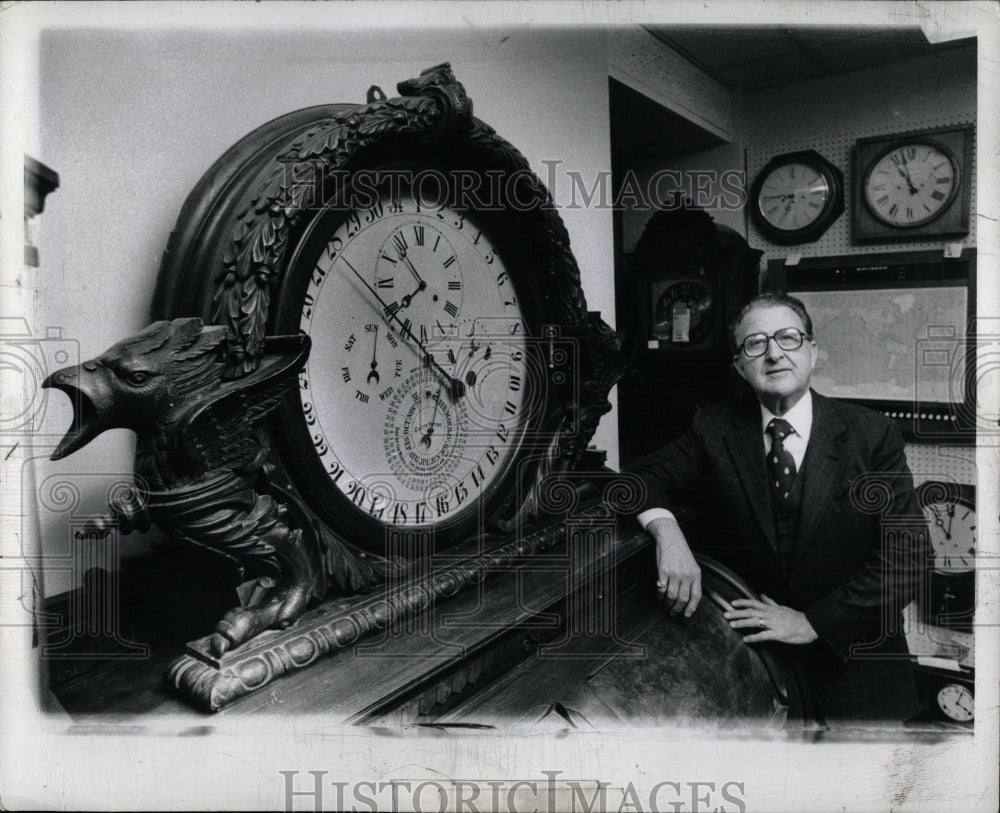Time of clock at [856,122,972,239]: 10:57
